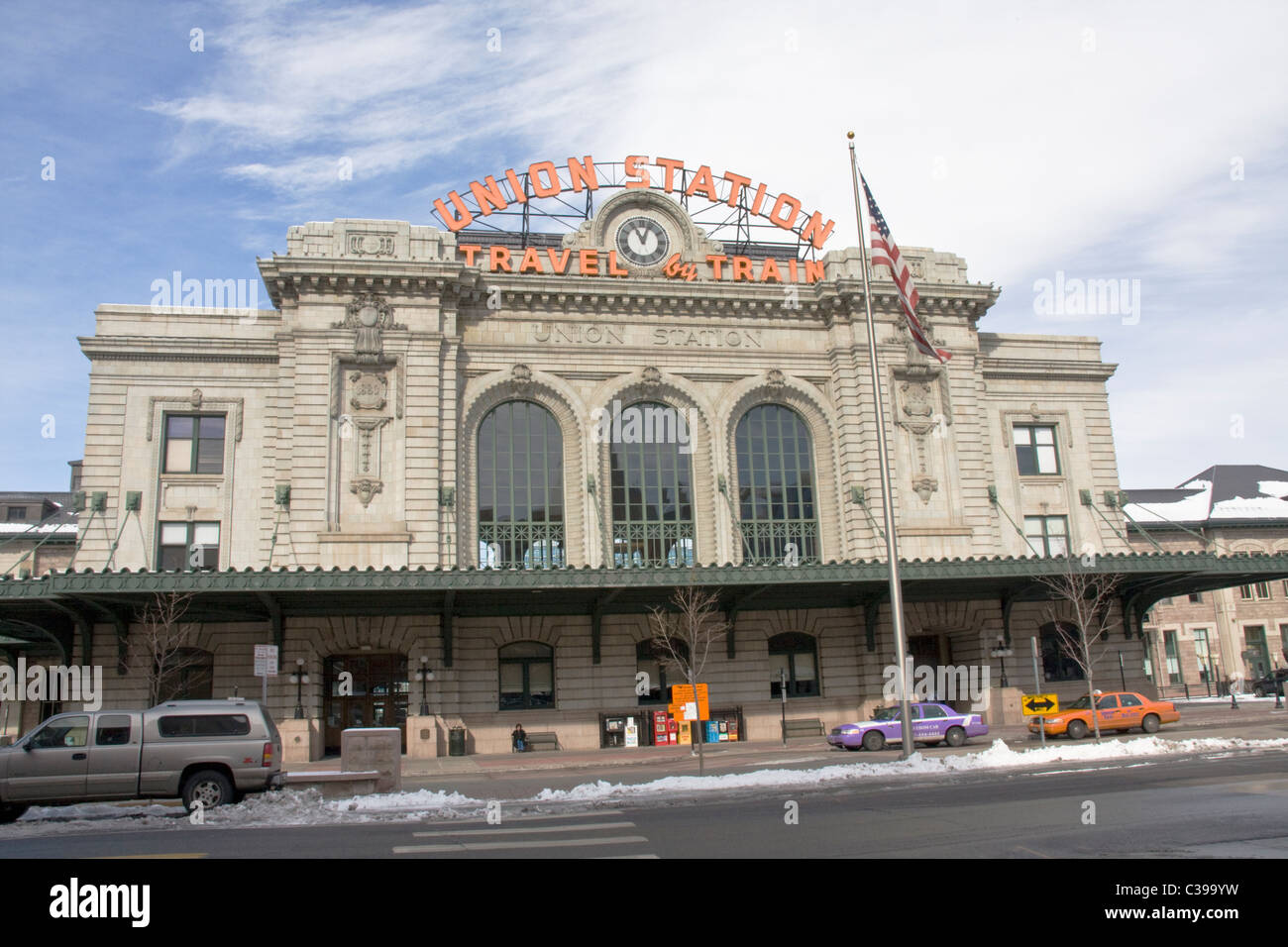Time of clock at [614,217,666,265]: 11:03
